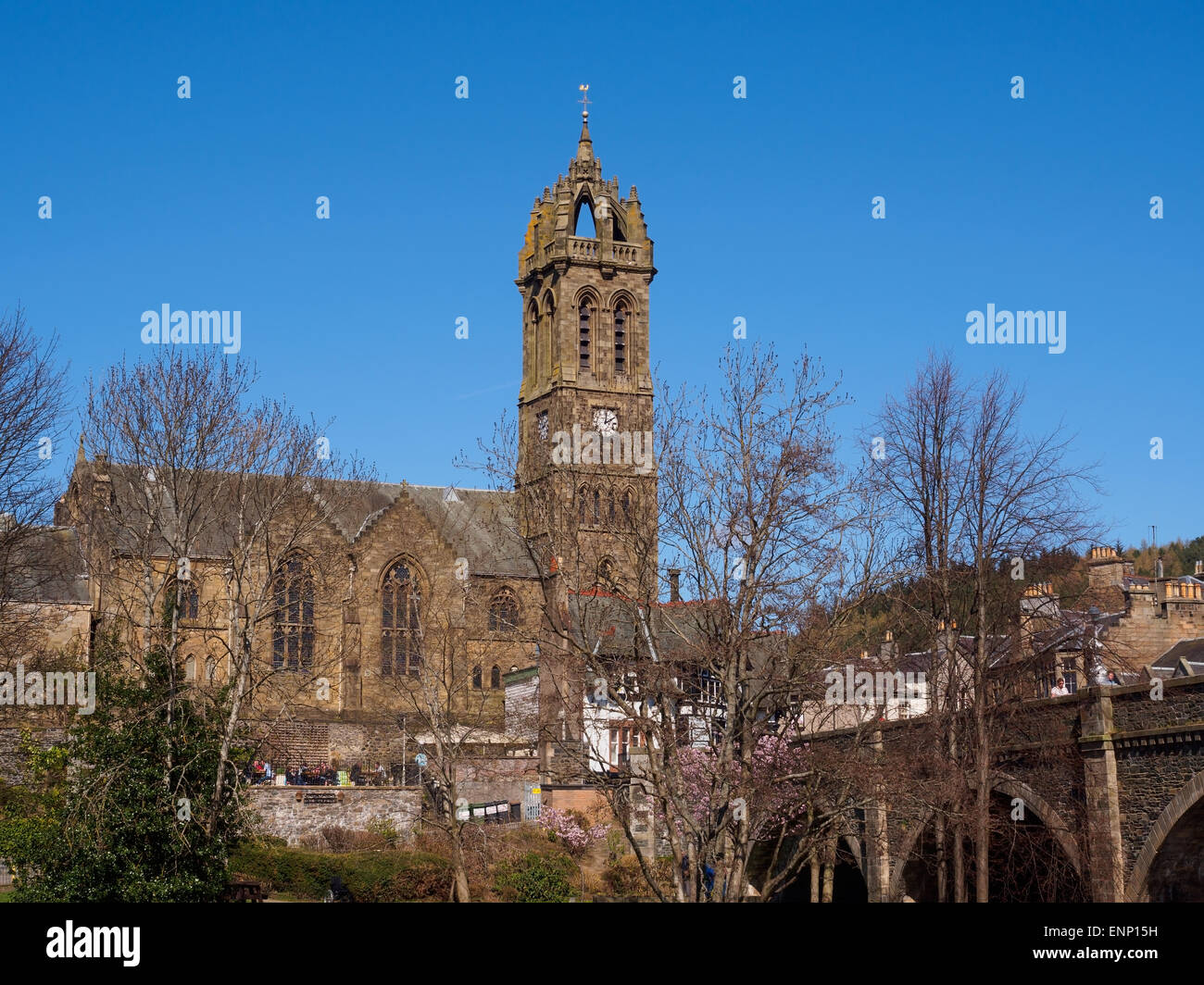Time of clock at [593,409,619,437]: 2:01
